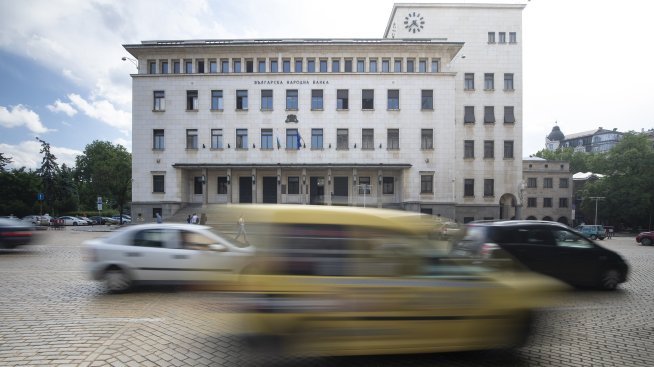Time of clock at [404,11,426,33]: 4:37
